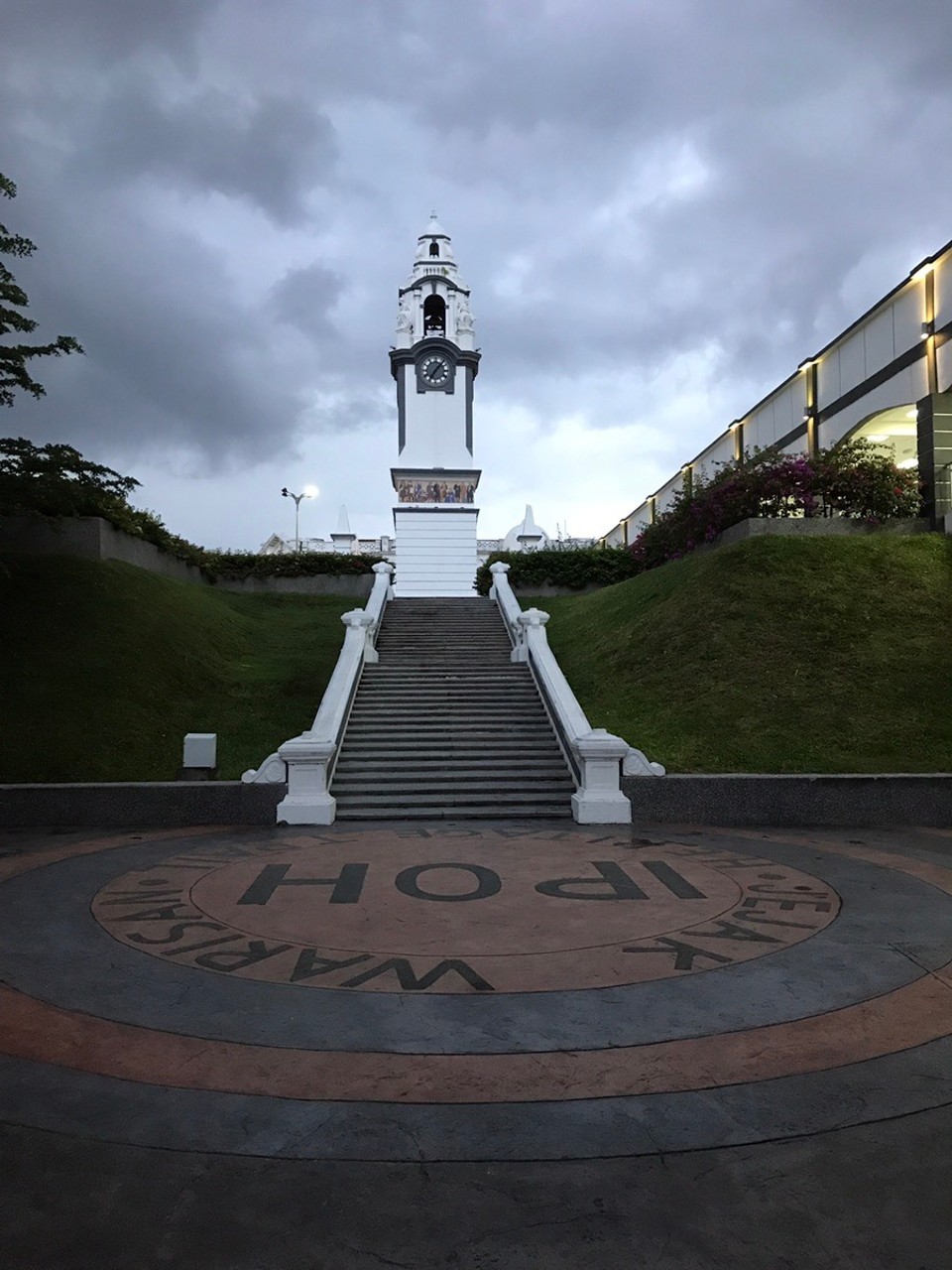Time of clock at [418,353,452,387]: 7:07
